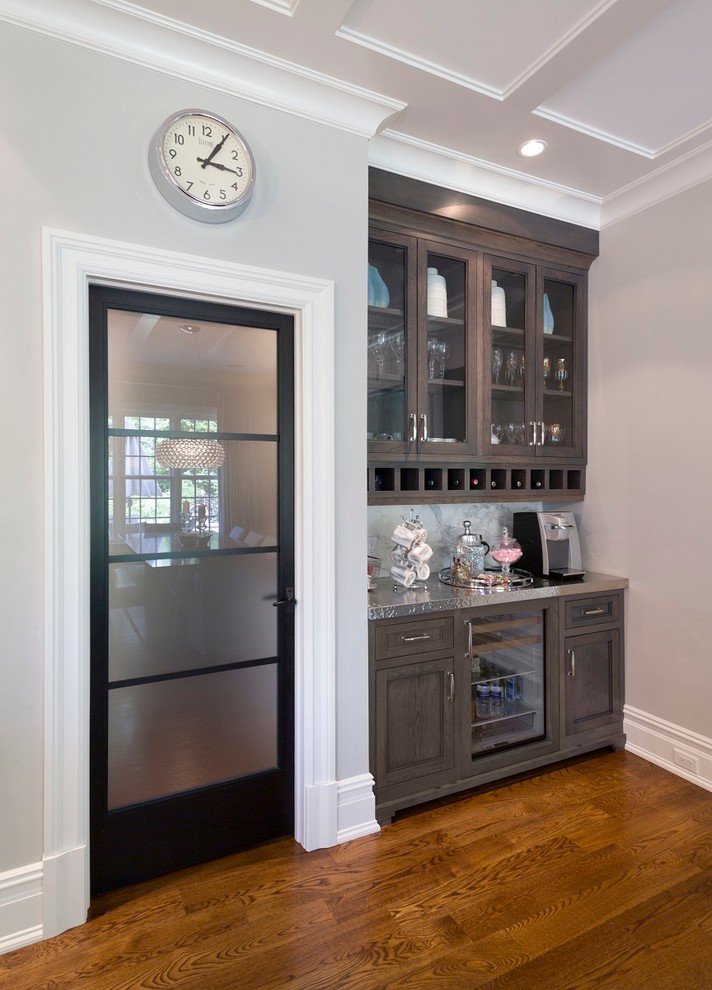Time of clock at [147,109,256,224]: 3:05
